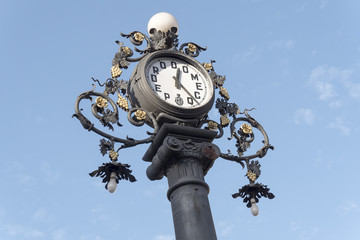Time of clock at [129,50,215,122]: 12:23
